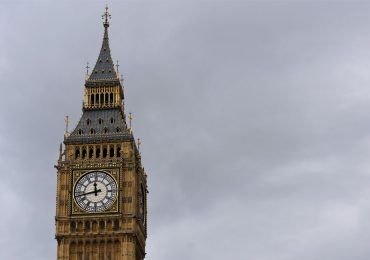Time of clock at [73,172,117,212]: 11:43
